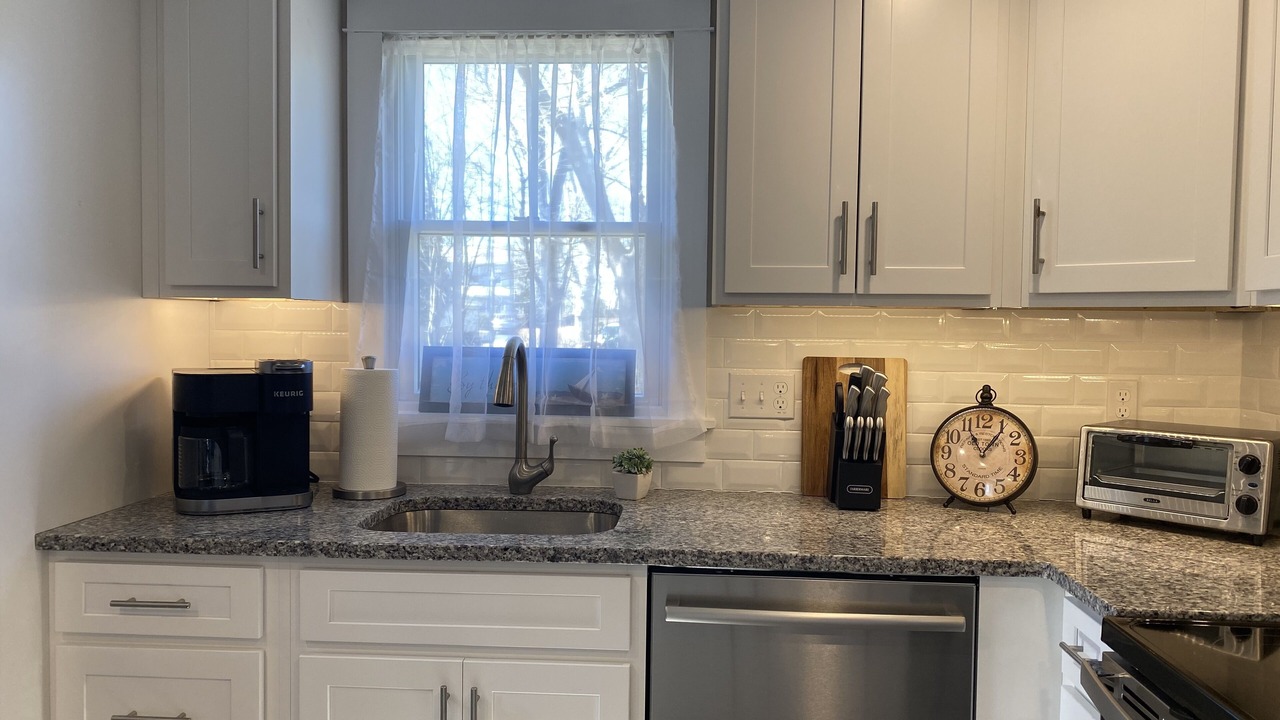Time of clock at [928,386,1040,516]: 11:06
